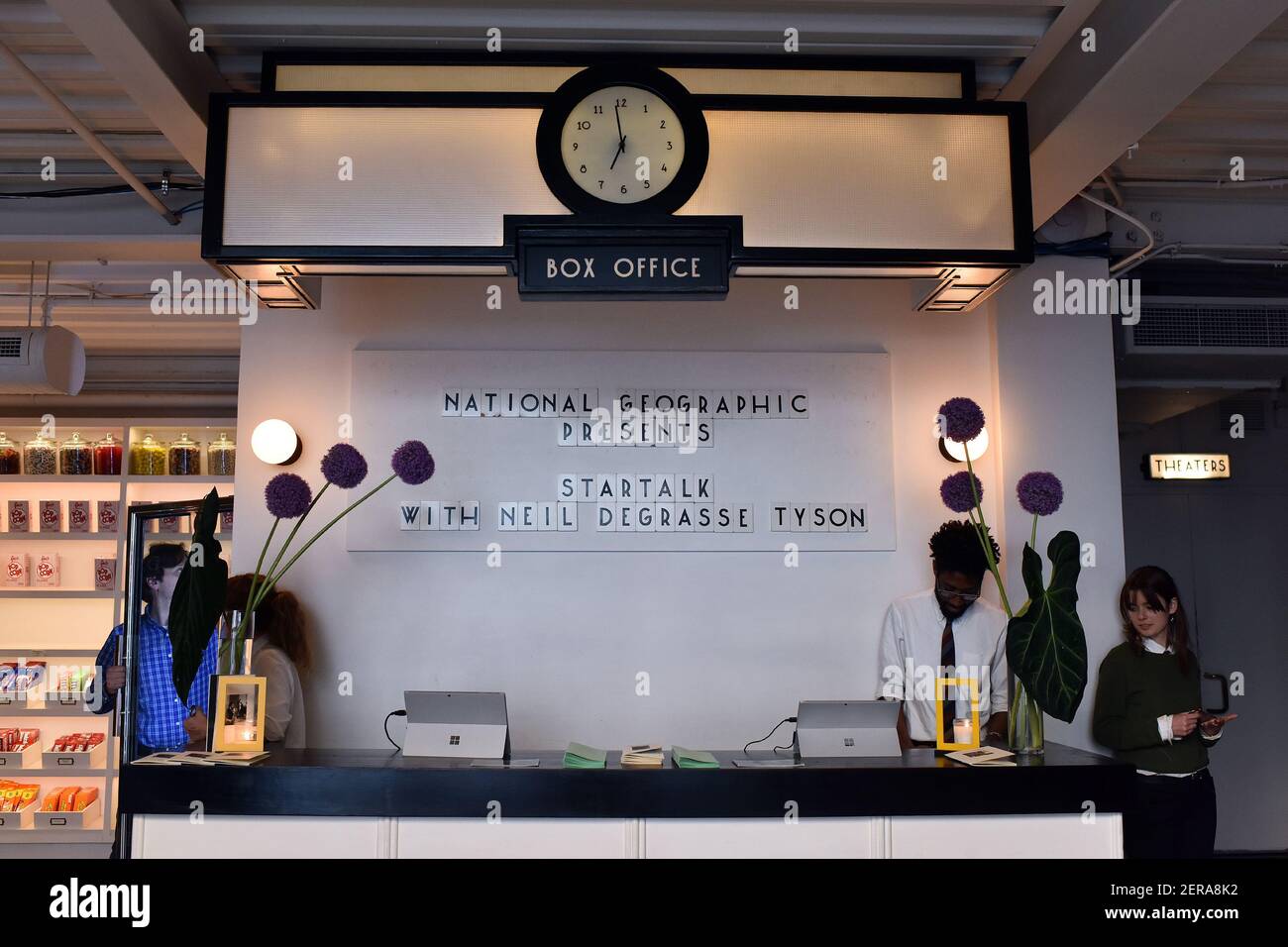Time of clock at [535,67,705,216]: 6:58
